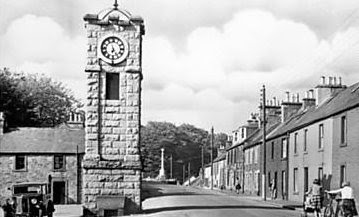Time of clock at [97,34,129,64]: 6:25
